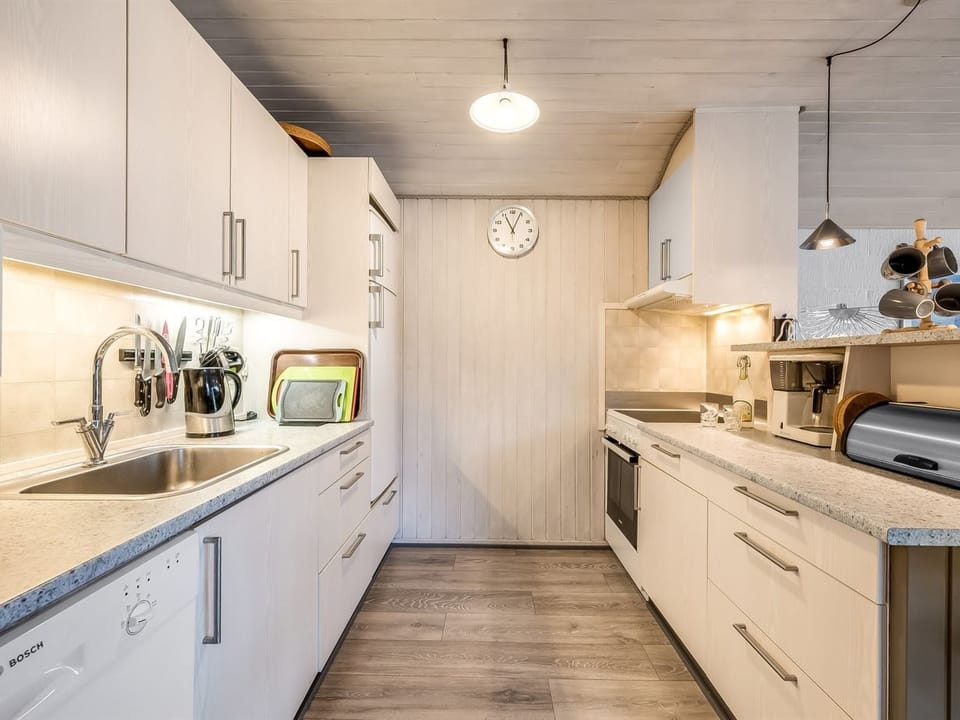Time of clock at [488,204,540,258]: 11:04
